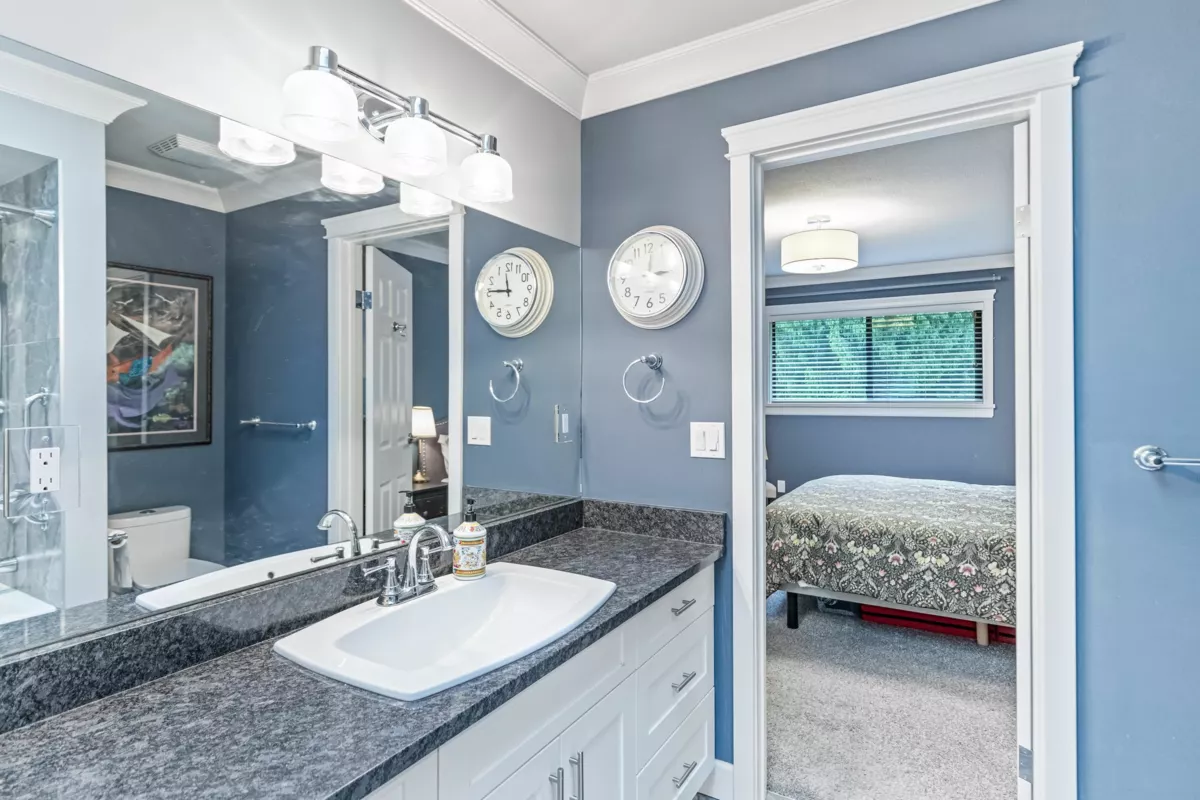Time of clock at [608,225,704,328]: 3:01
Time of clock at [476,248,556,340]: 11:46
